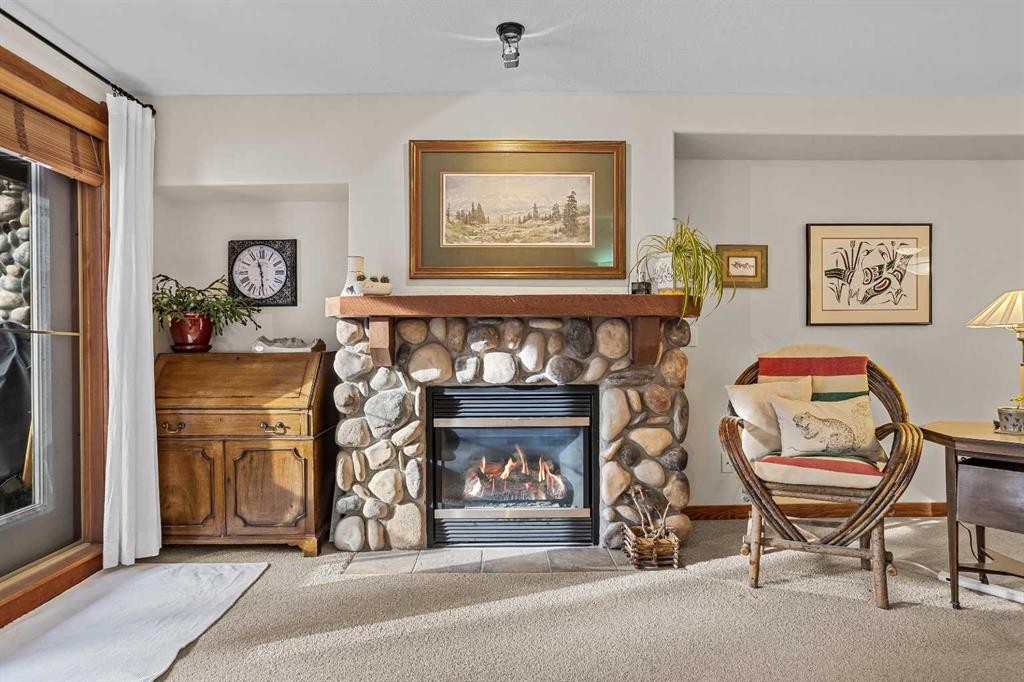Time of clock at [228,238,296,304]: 11:28
